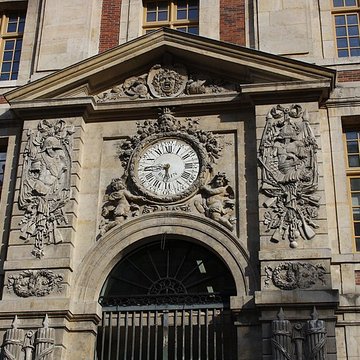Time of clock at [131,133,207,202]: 5:45
